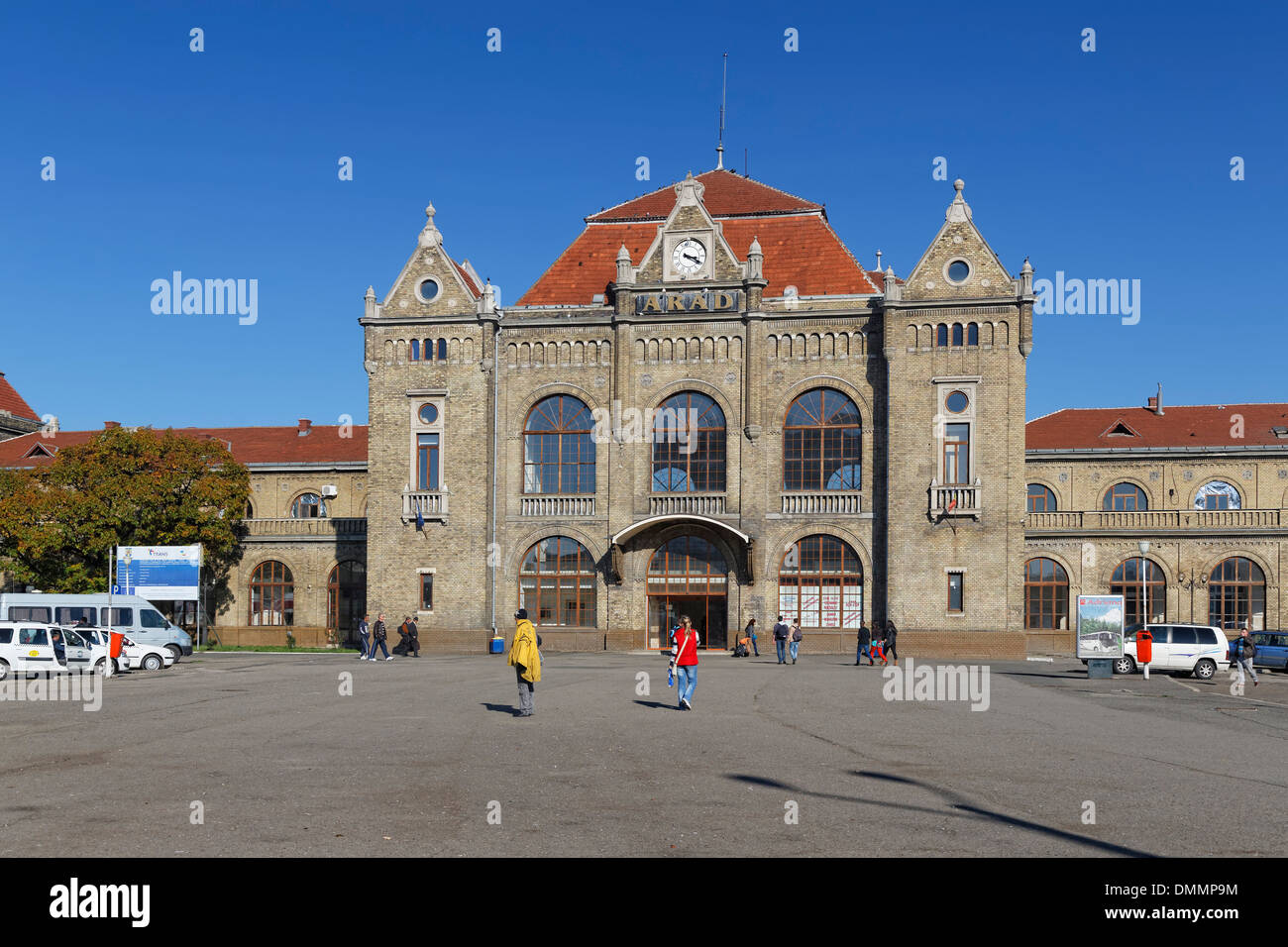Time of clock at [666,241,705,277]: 3:20
